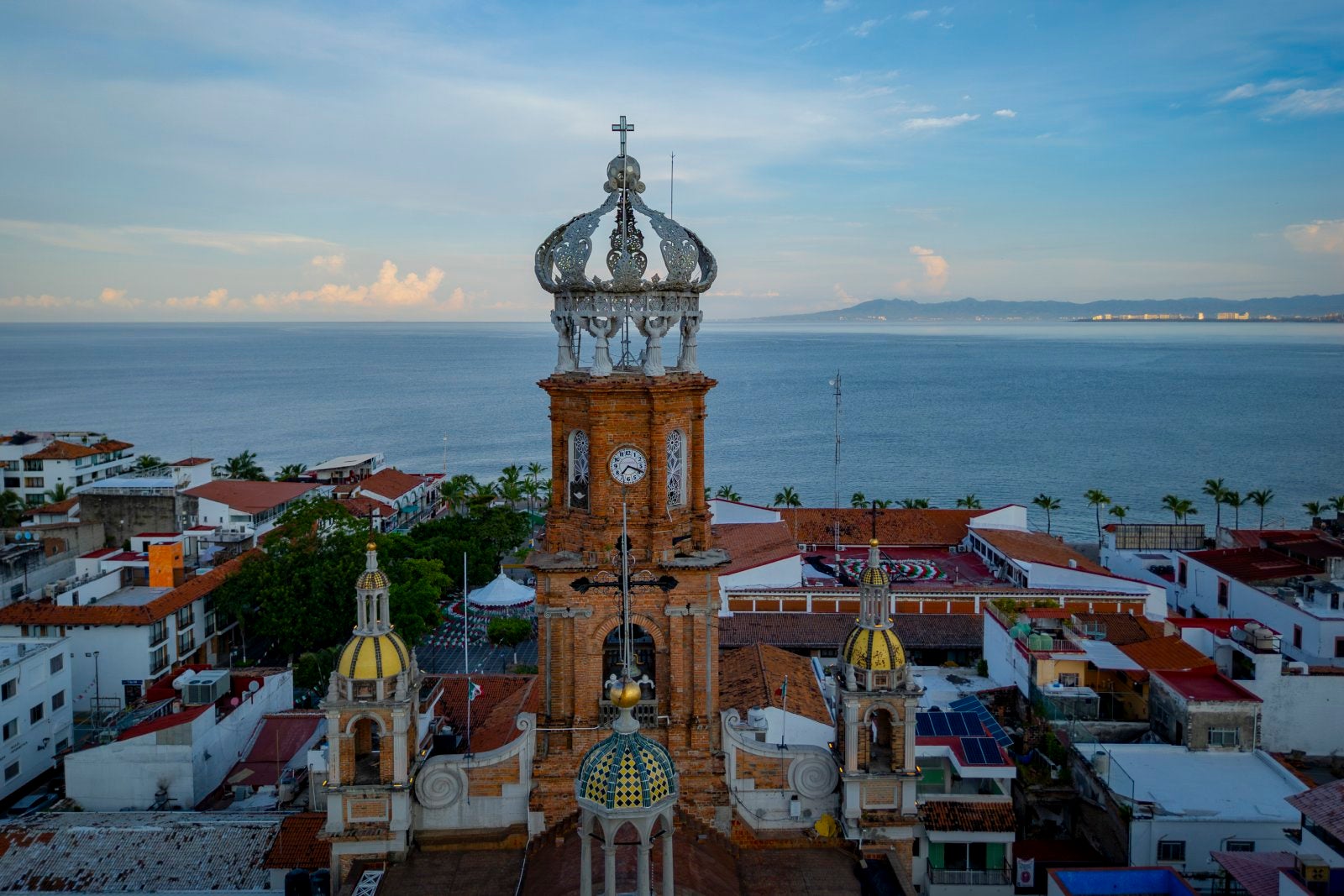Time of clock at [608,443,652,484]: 7:18
